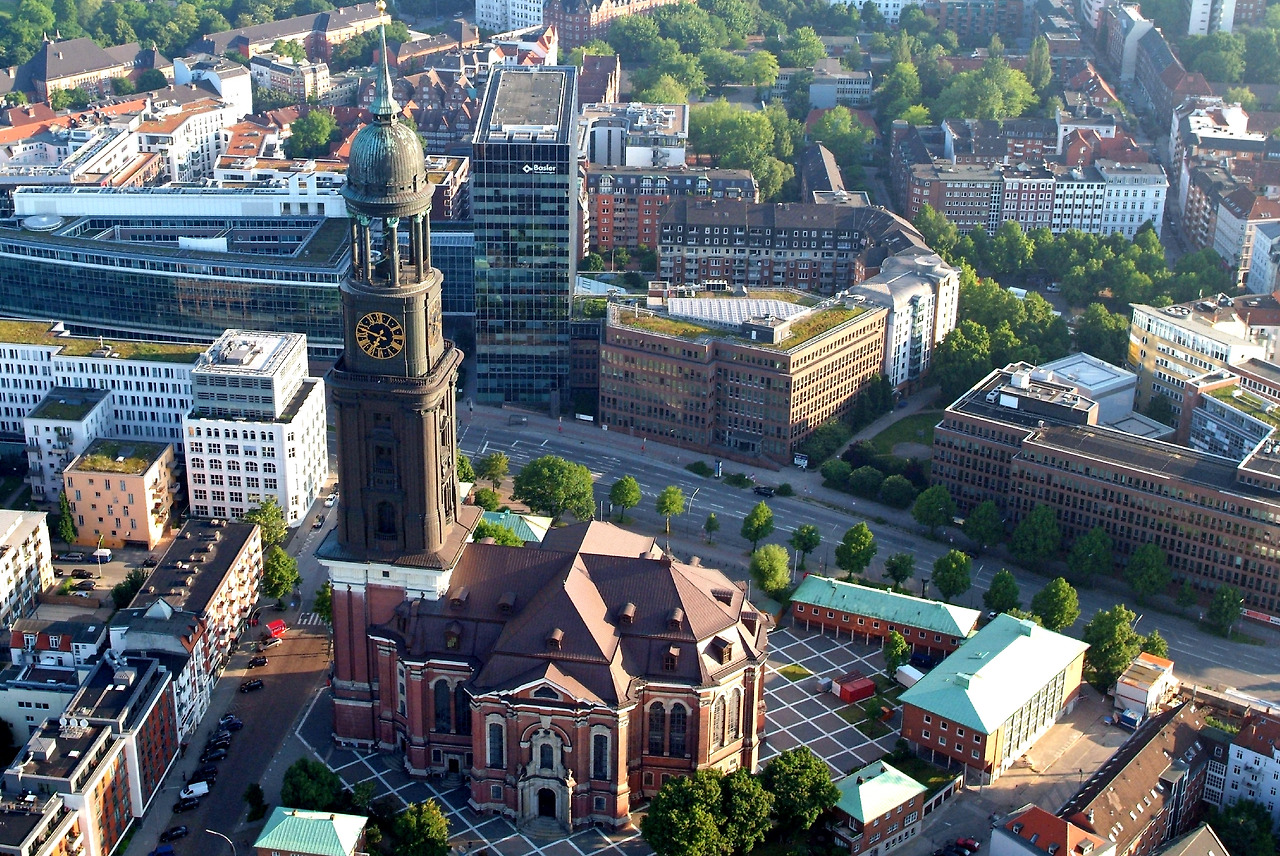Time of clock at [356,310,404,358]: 6:47
